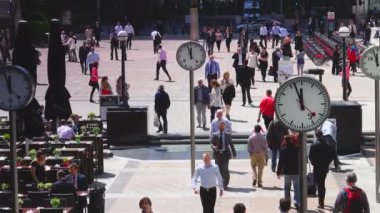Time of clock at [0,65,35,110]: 11:22
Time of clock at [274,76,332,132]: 11:56
